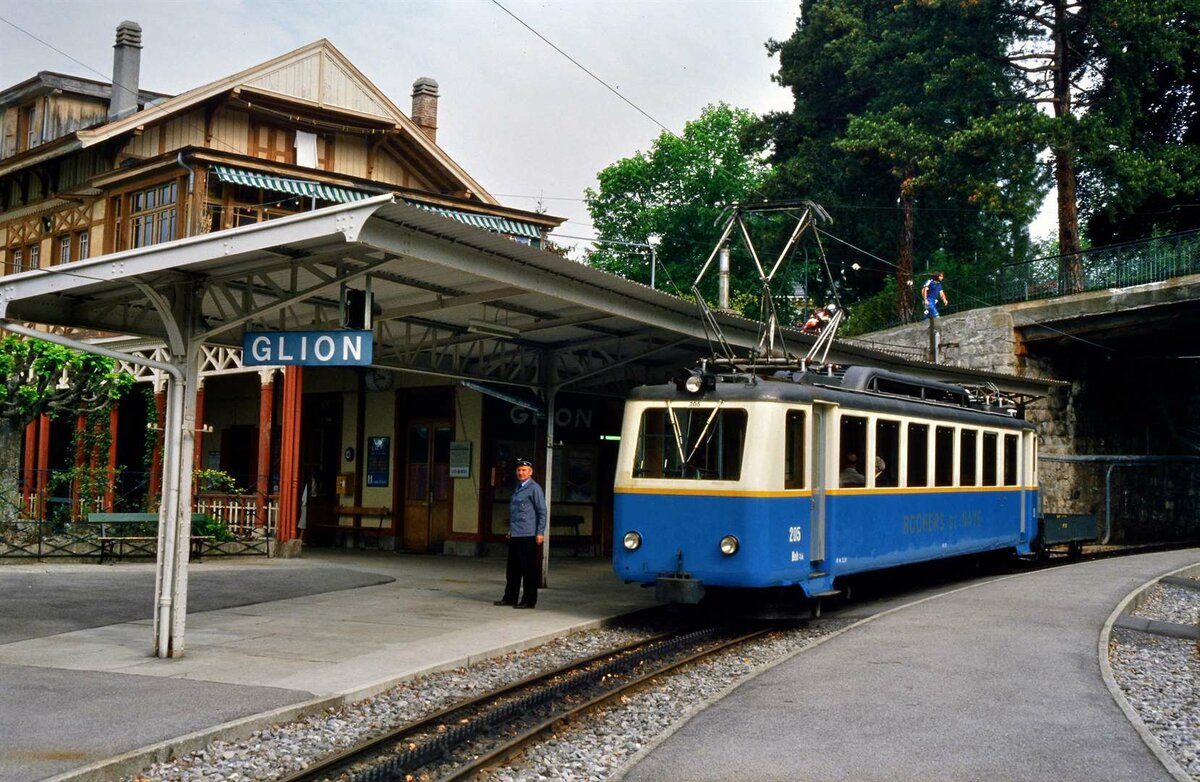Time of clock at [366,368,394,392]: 9:42
